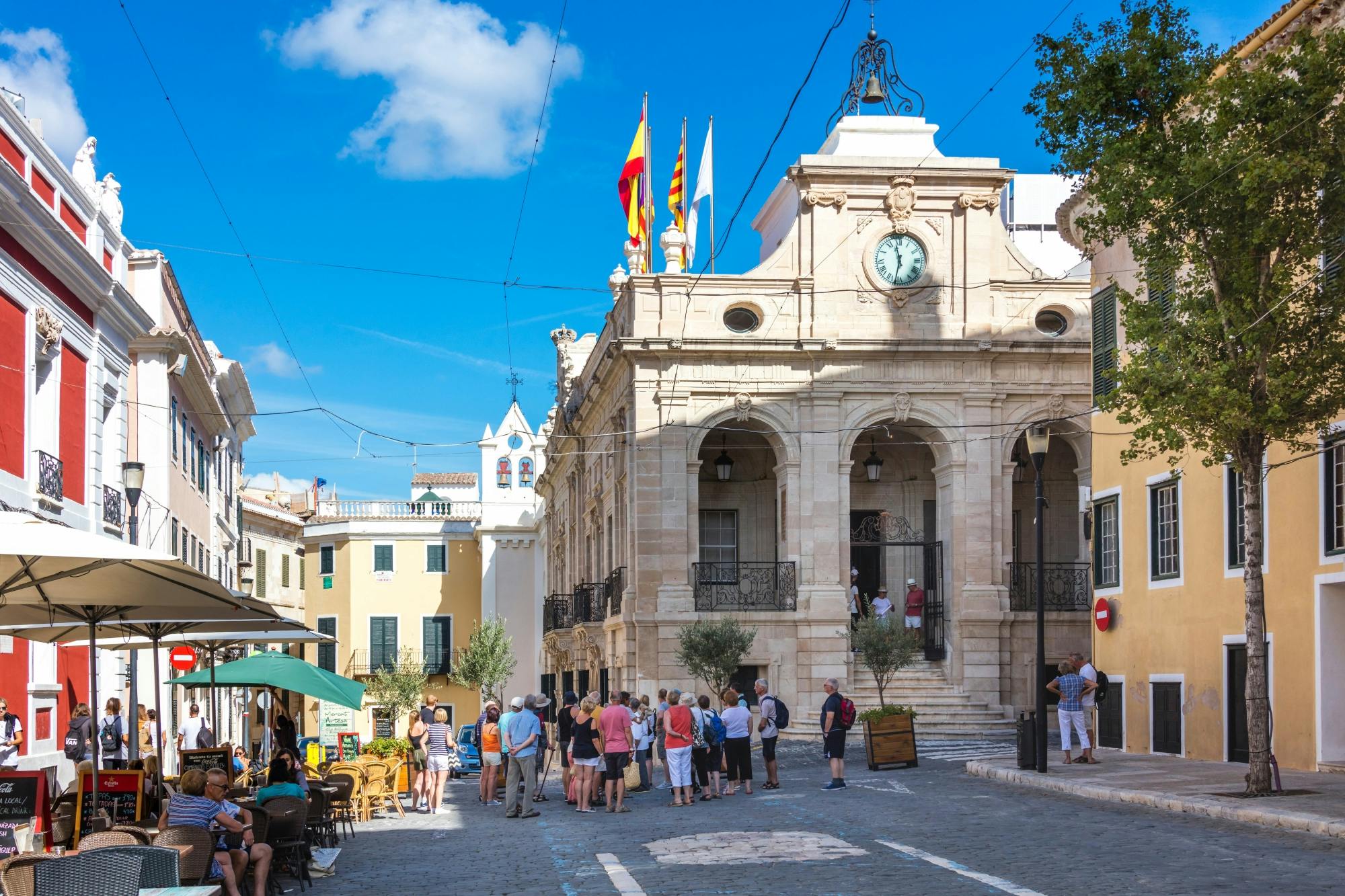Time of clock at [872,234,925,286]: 11:32
